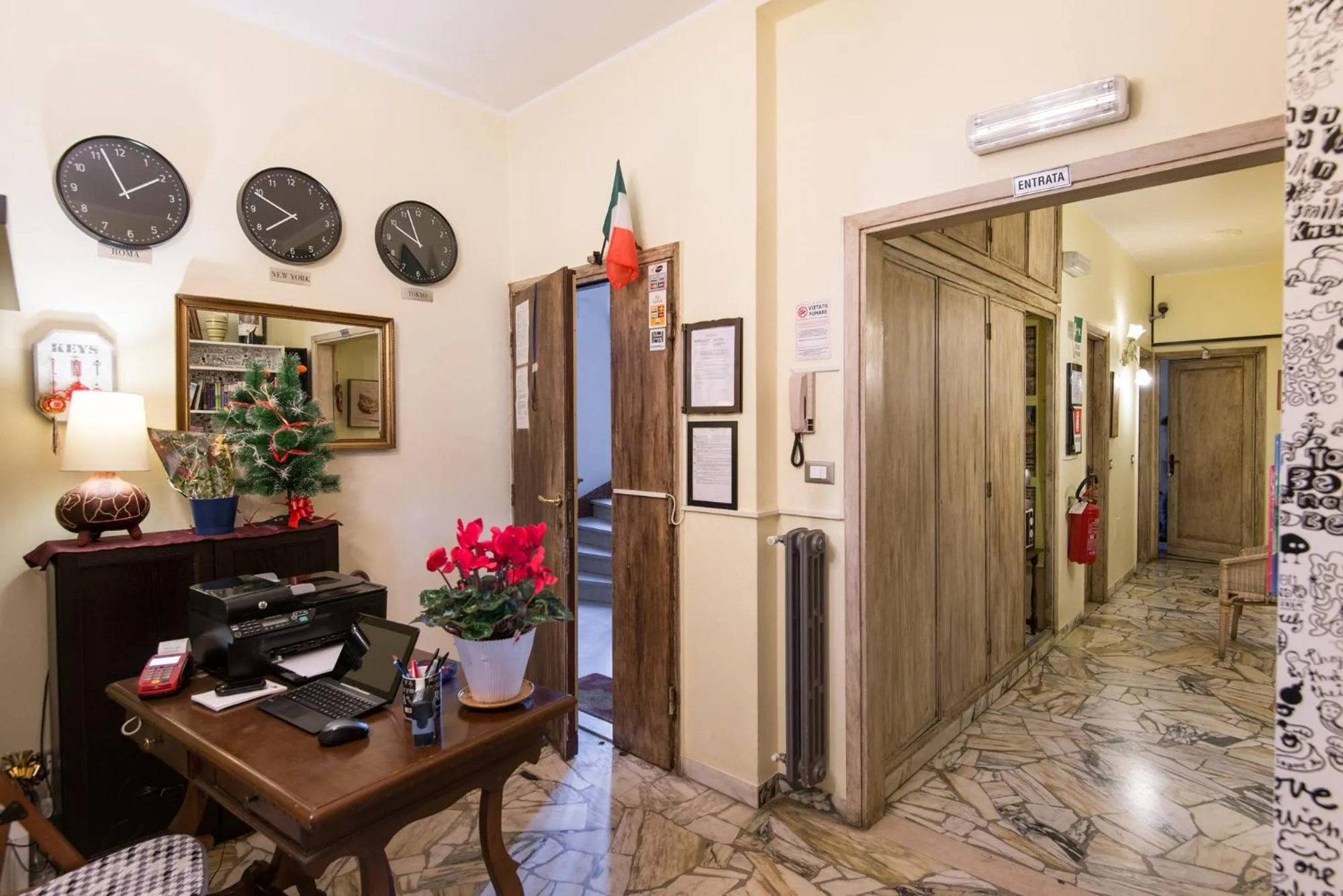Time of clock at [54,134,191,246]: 1:56
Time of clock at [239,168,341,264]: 7:49
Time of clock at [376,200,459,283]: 9:56
